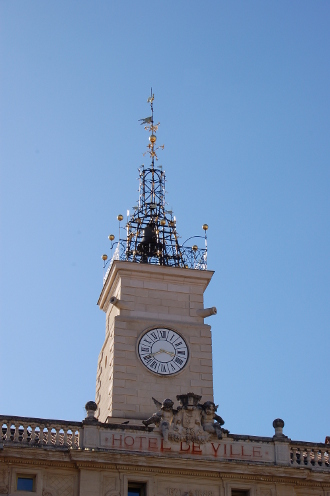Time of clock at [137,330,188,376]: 3:40
